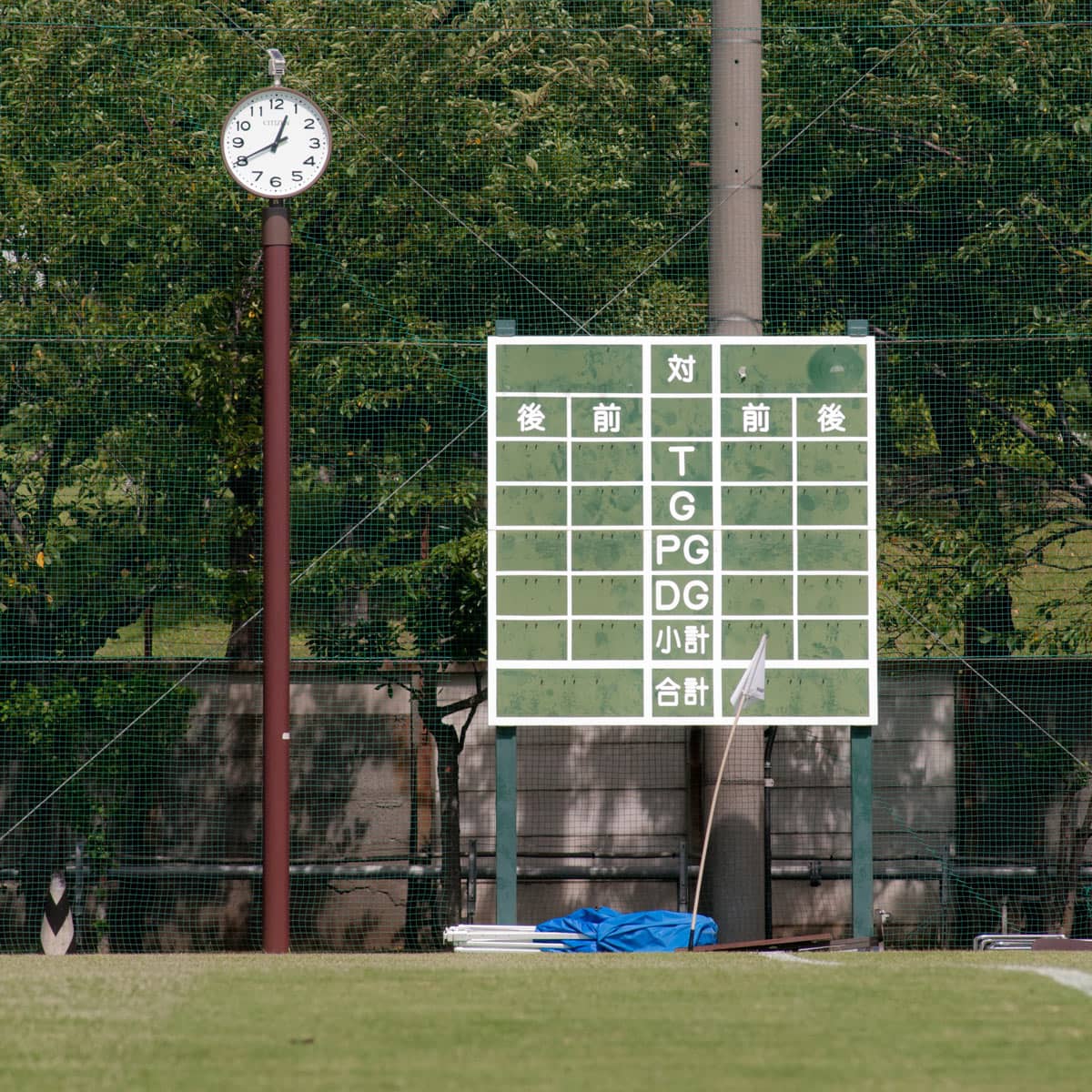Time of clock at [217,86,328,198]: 12:40
